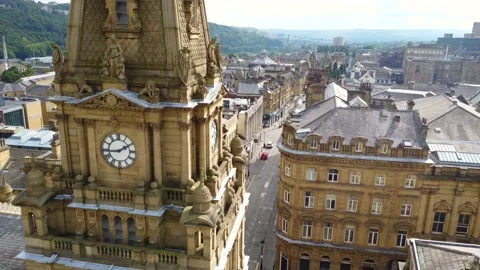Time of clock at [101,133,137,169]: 1:44
